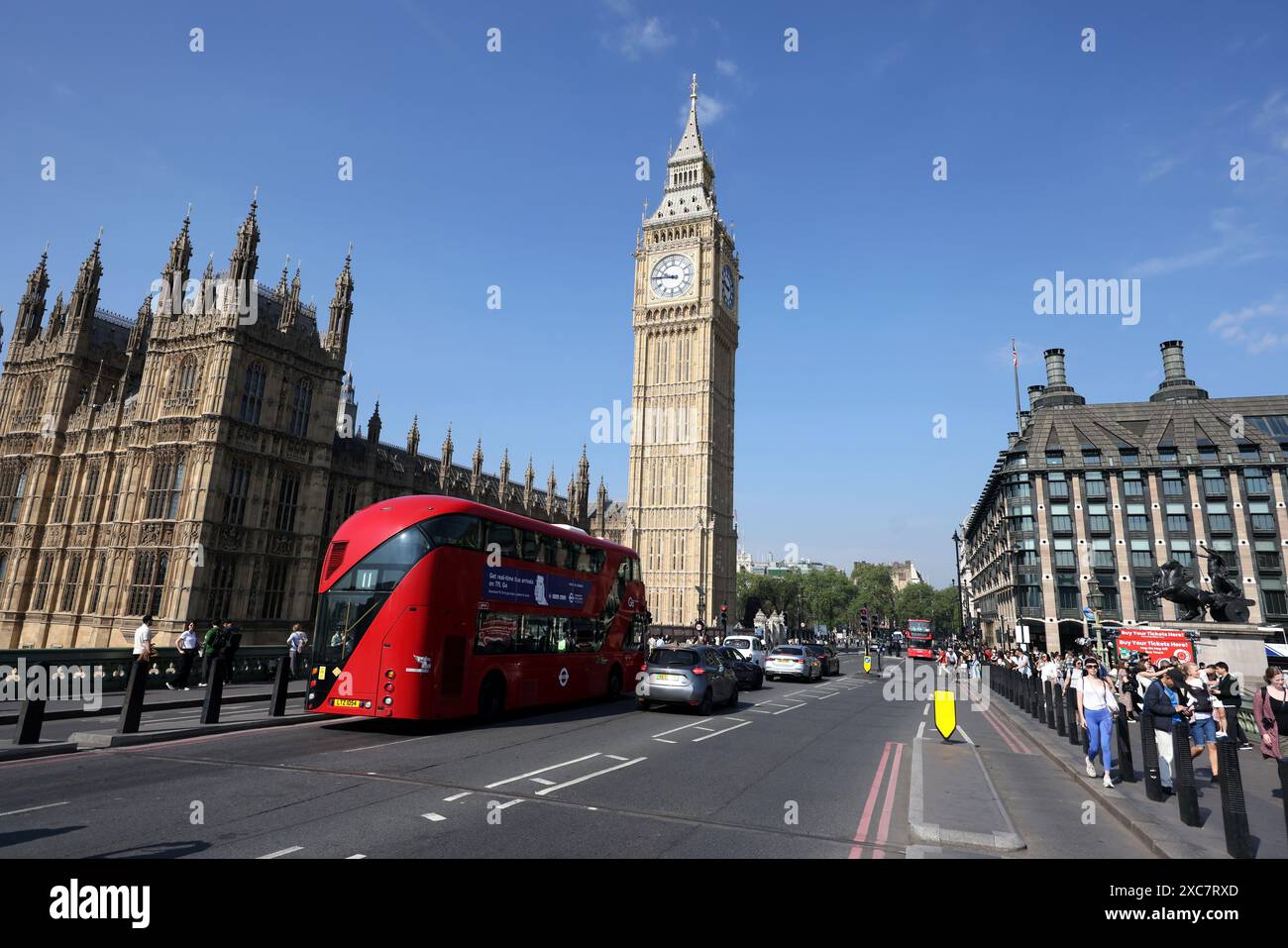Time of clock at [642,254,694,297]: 9:45
